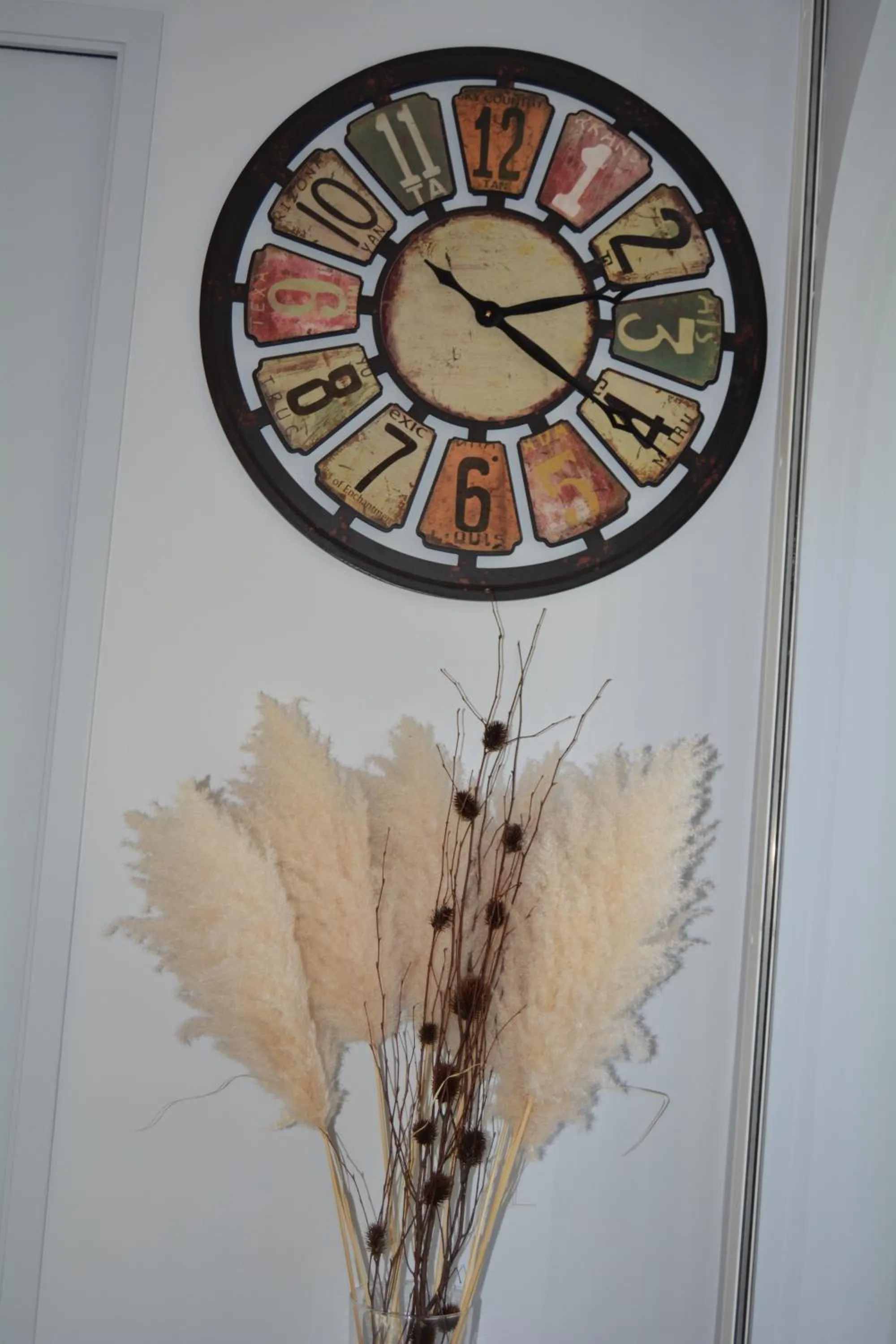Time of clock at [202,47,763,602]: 2:21
